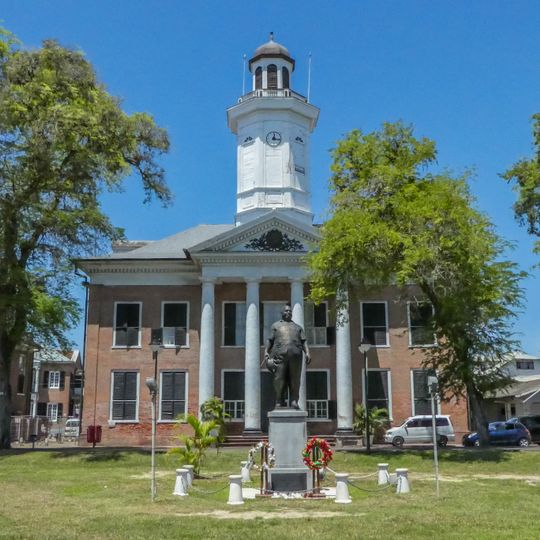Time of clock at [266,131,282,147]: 12:16
